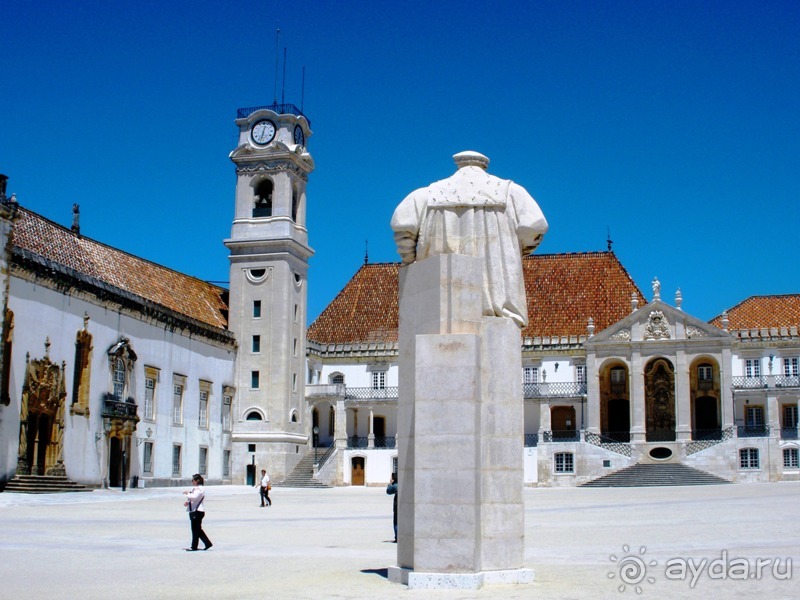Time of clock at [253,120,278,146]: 12:32
